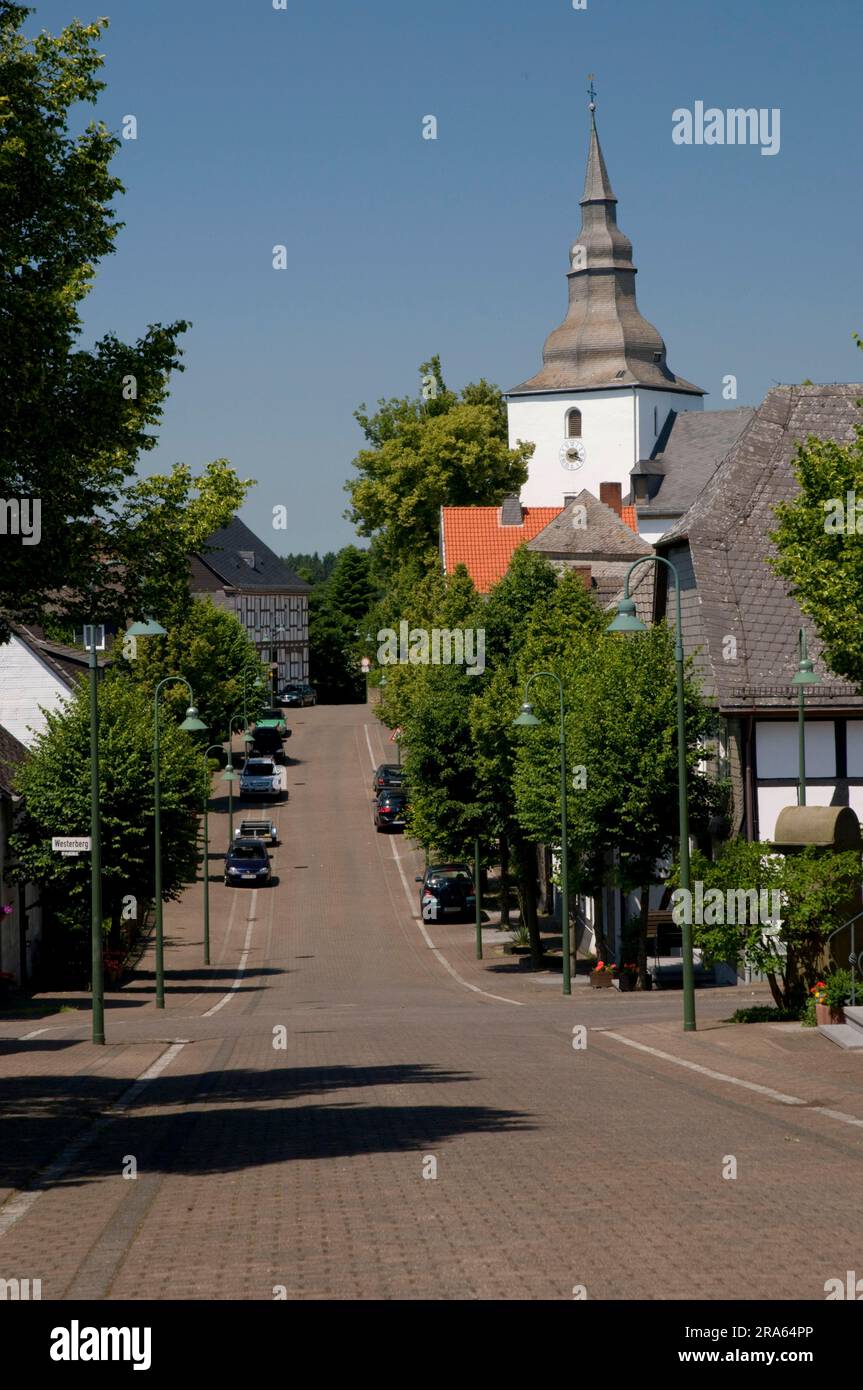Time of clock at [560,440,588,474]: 2:18
